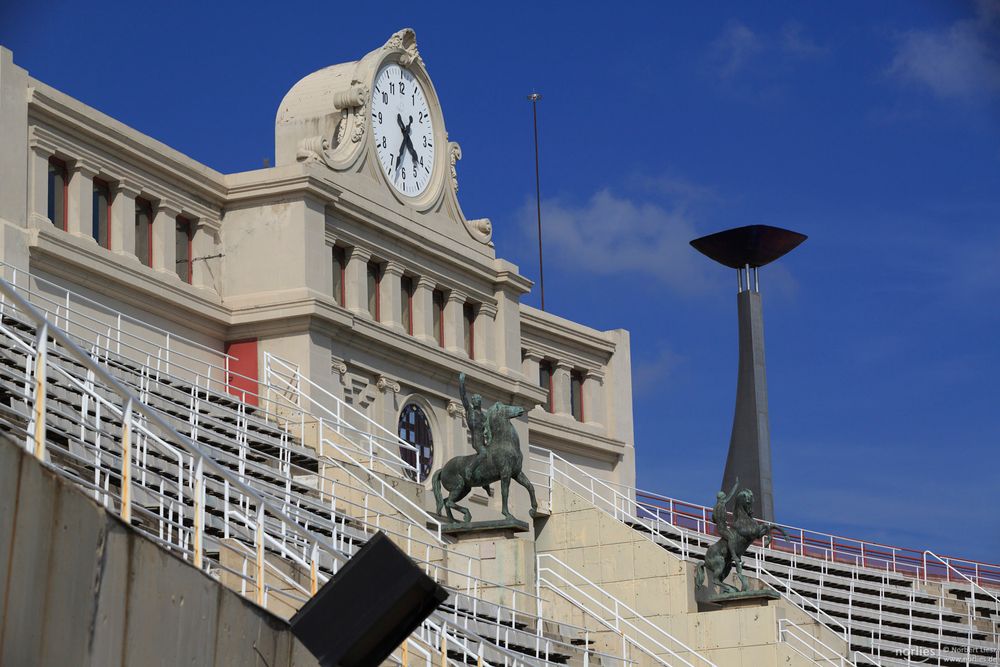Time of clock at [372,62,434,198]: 4:33
